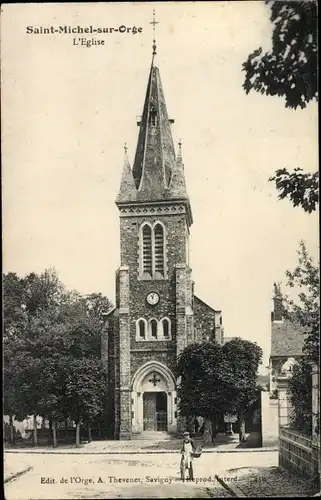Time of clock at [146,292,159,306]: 11:02
